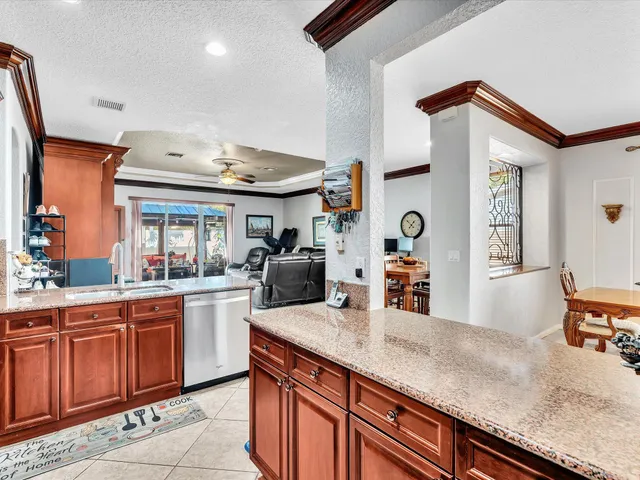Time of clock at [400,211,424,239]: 12:52
